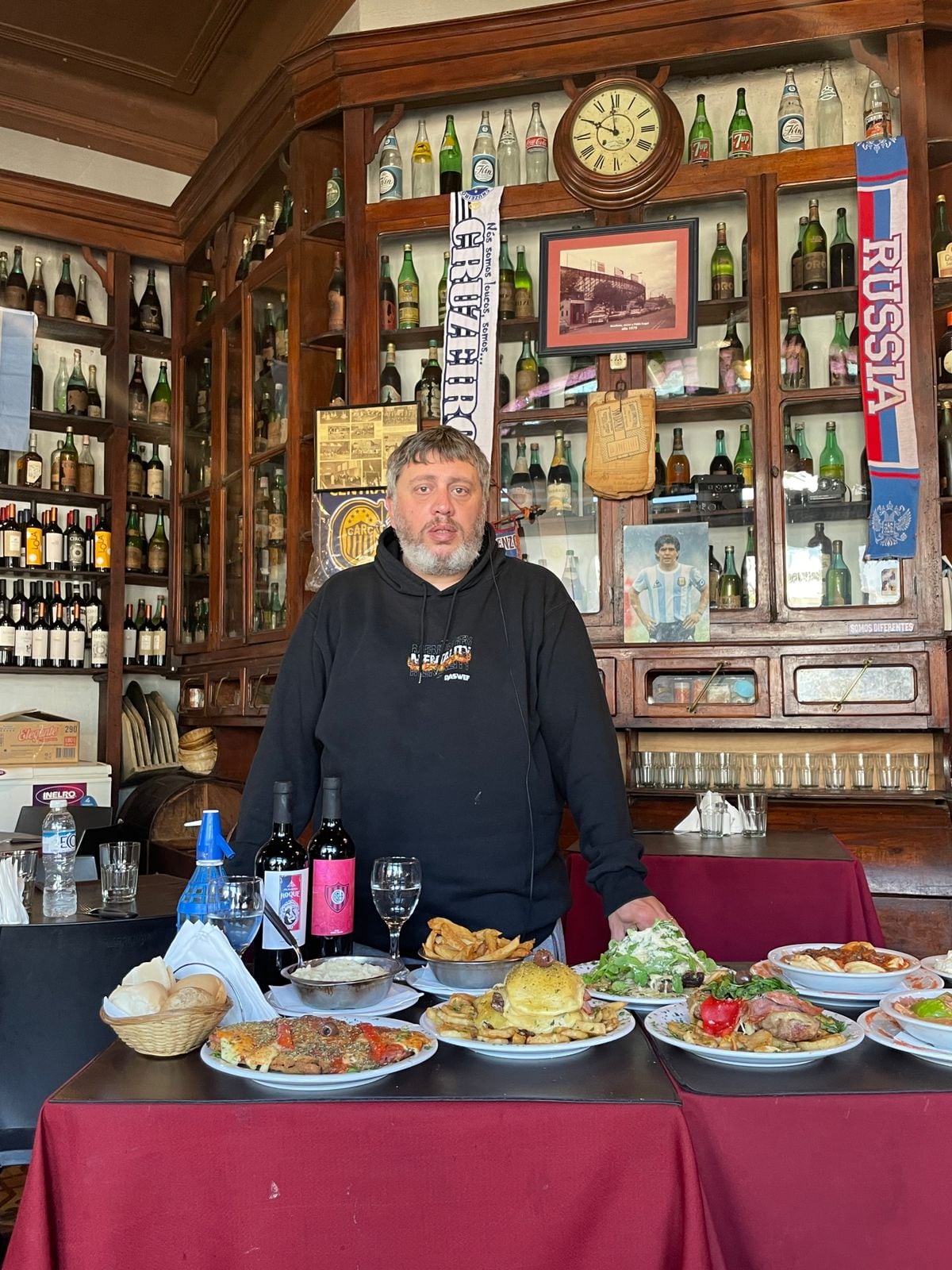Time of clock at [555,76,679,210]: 11:49
